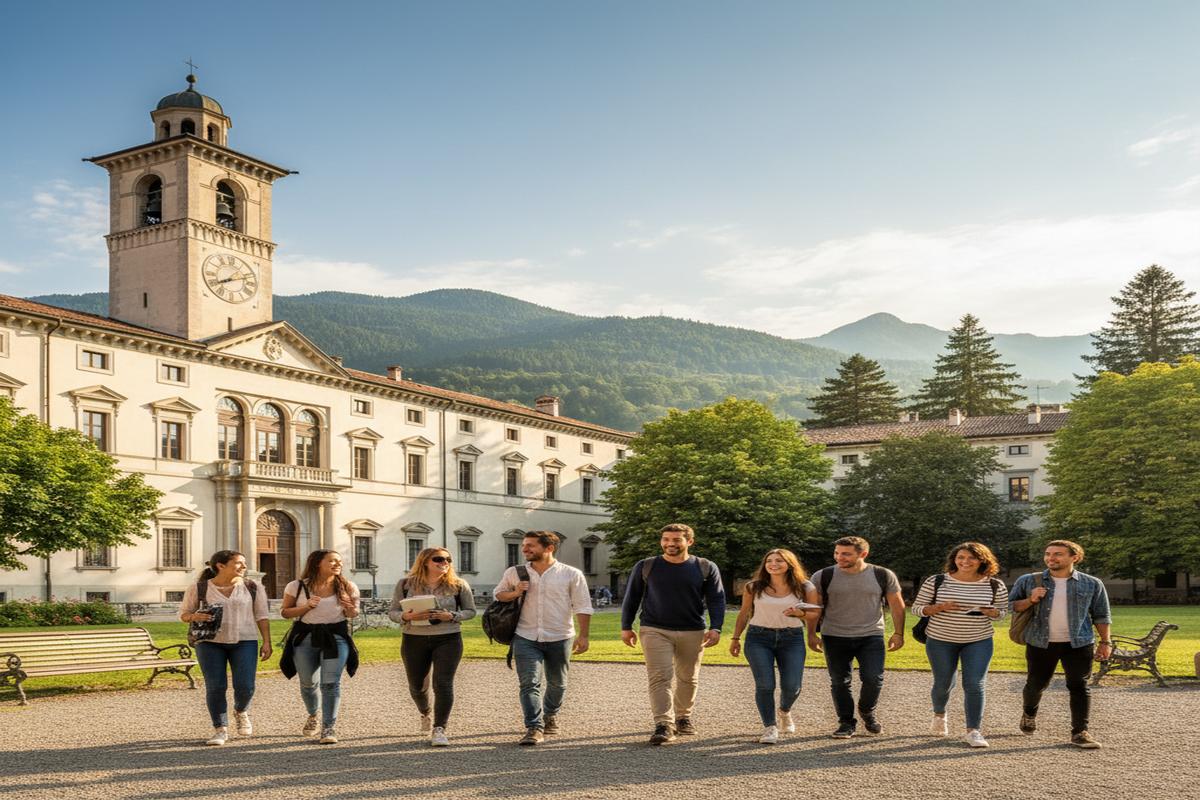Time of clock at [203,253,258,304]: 8:12
